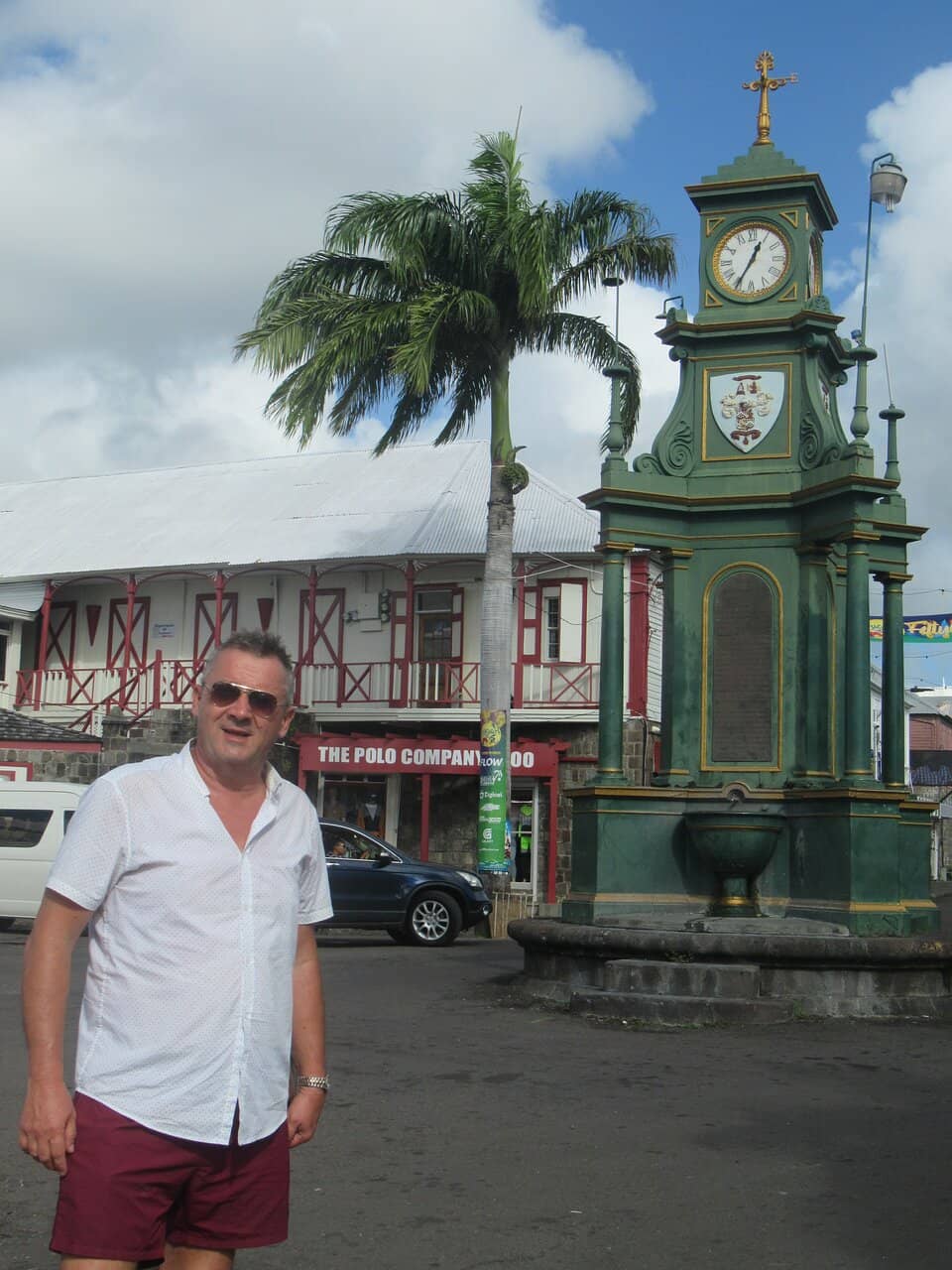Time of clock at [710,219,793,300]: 12:35
